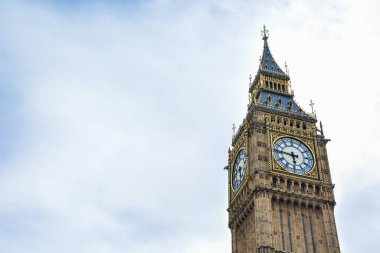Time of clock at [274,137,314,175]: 5:46
